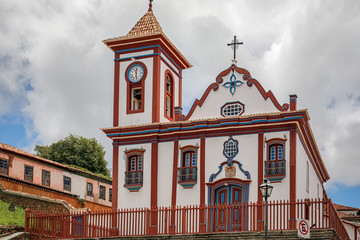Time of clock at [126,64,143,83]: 12:28
